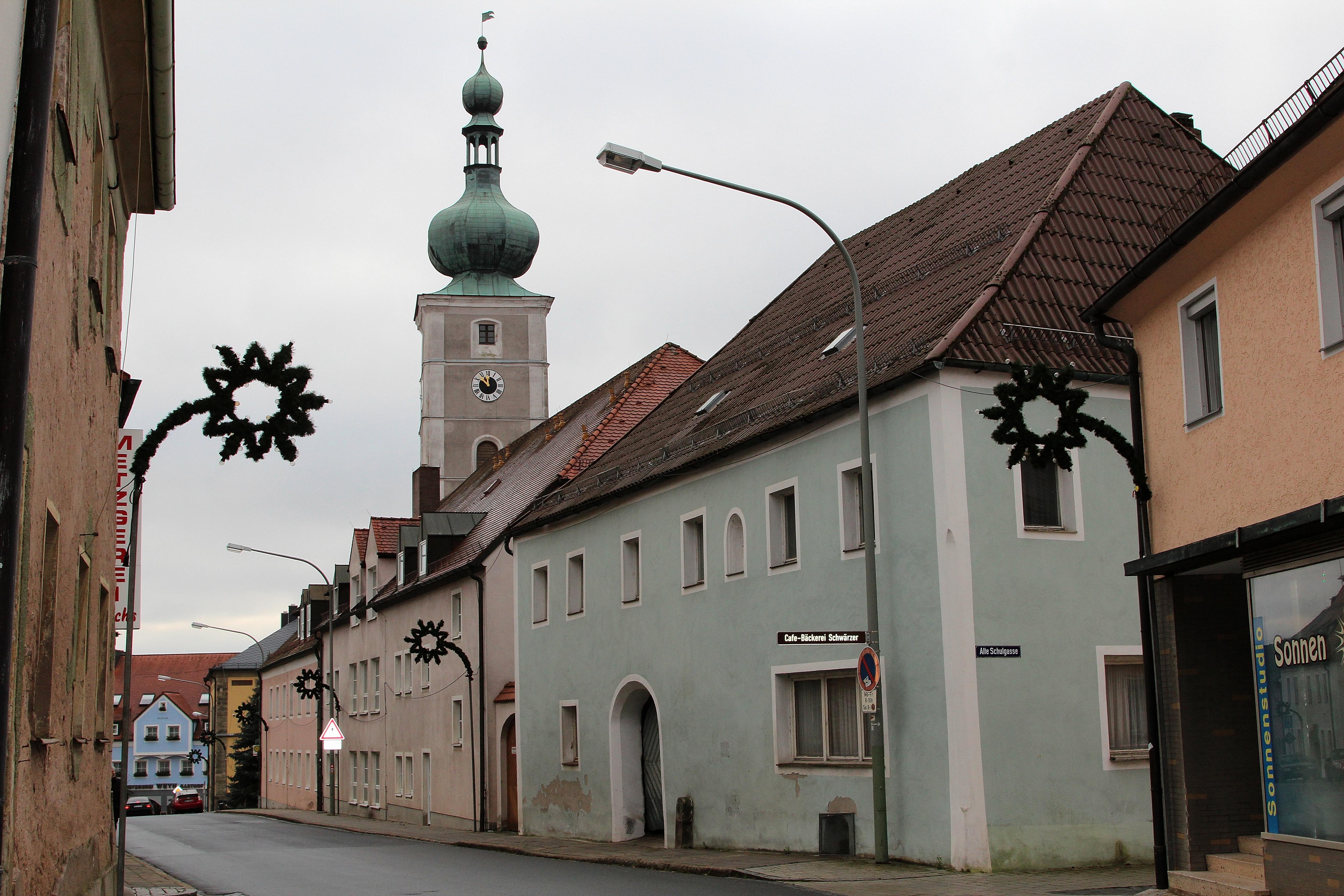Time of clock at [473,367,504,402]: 11:52
